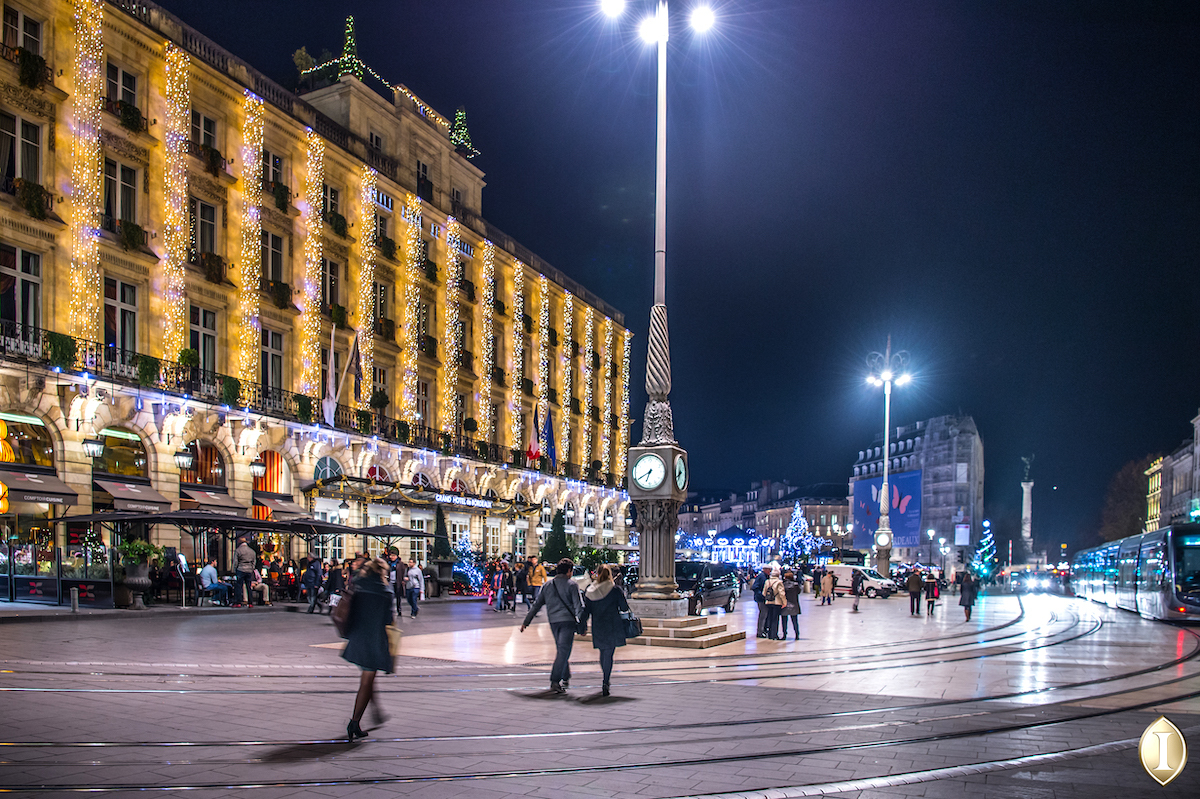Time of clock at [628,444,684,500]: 6:40
